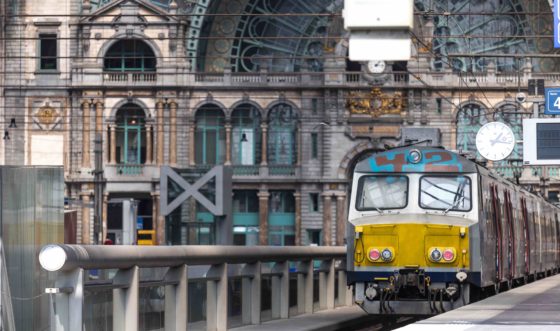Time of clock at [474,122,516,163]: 1:16
